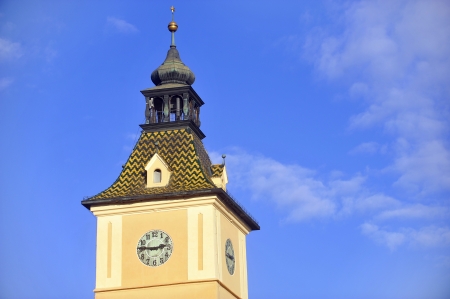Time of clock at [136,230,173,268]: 2:46
